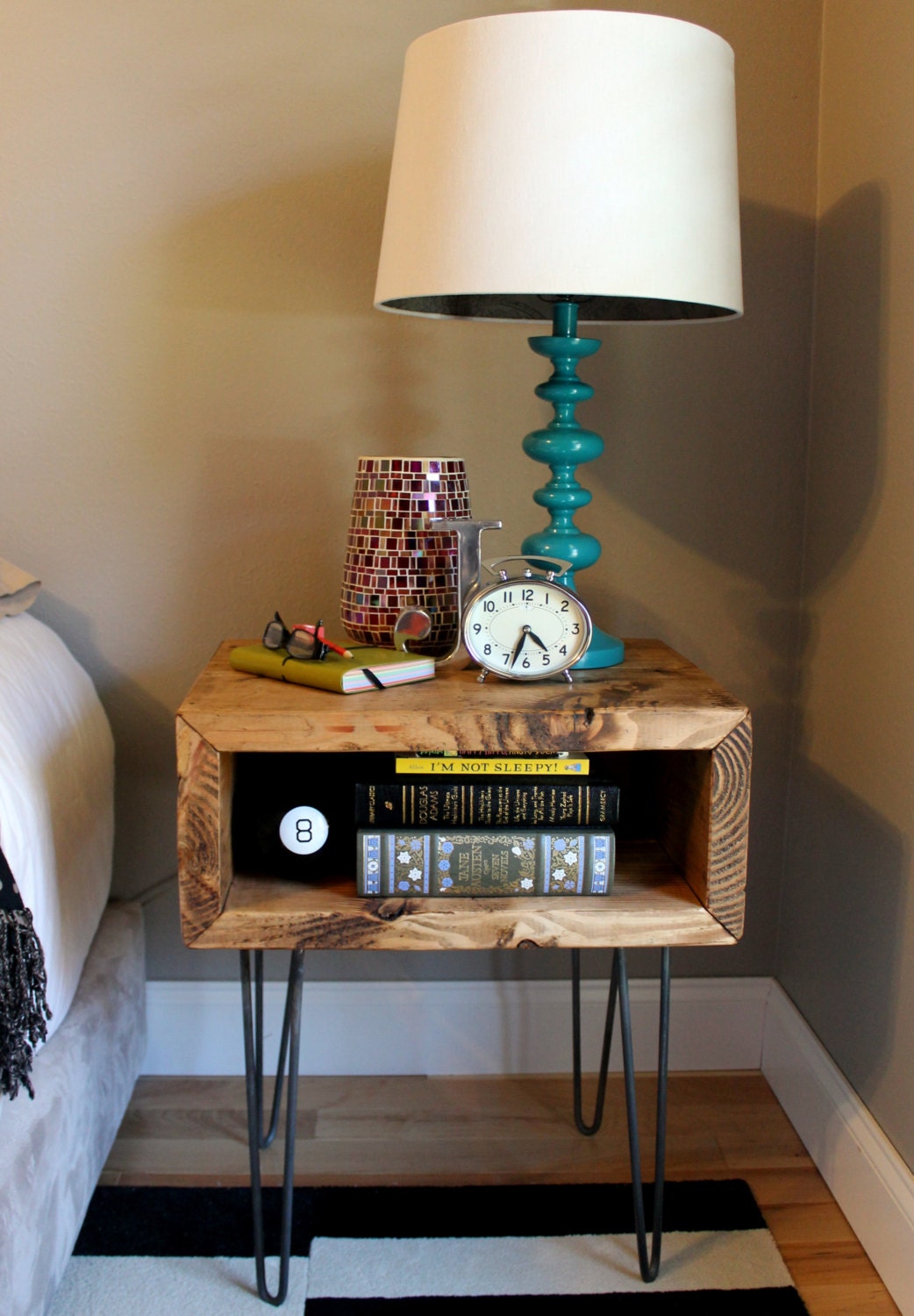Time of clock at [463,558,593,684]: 4:33
